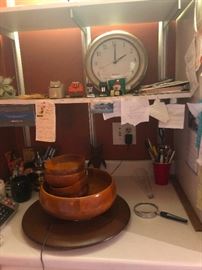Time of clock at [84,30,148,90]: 2:00
